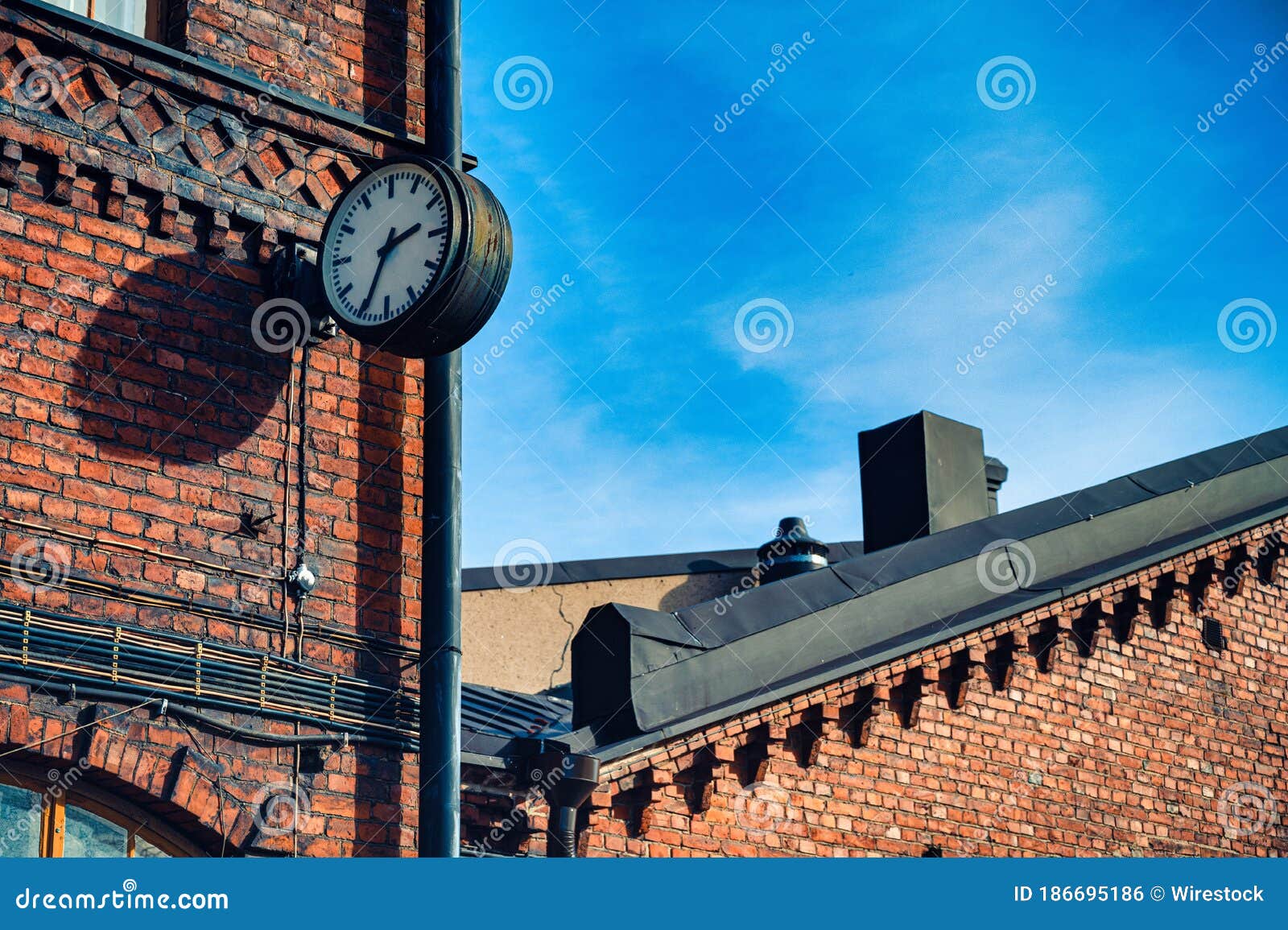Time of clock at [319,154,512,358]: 2:34
